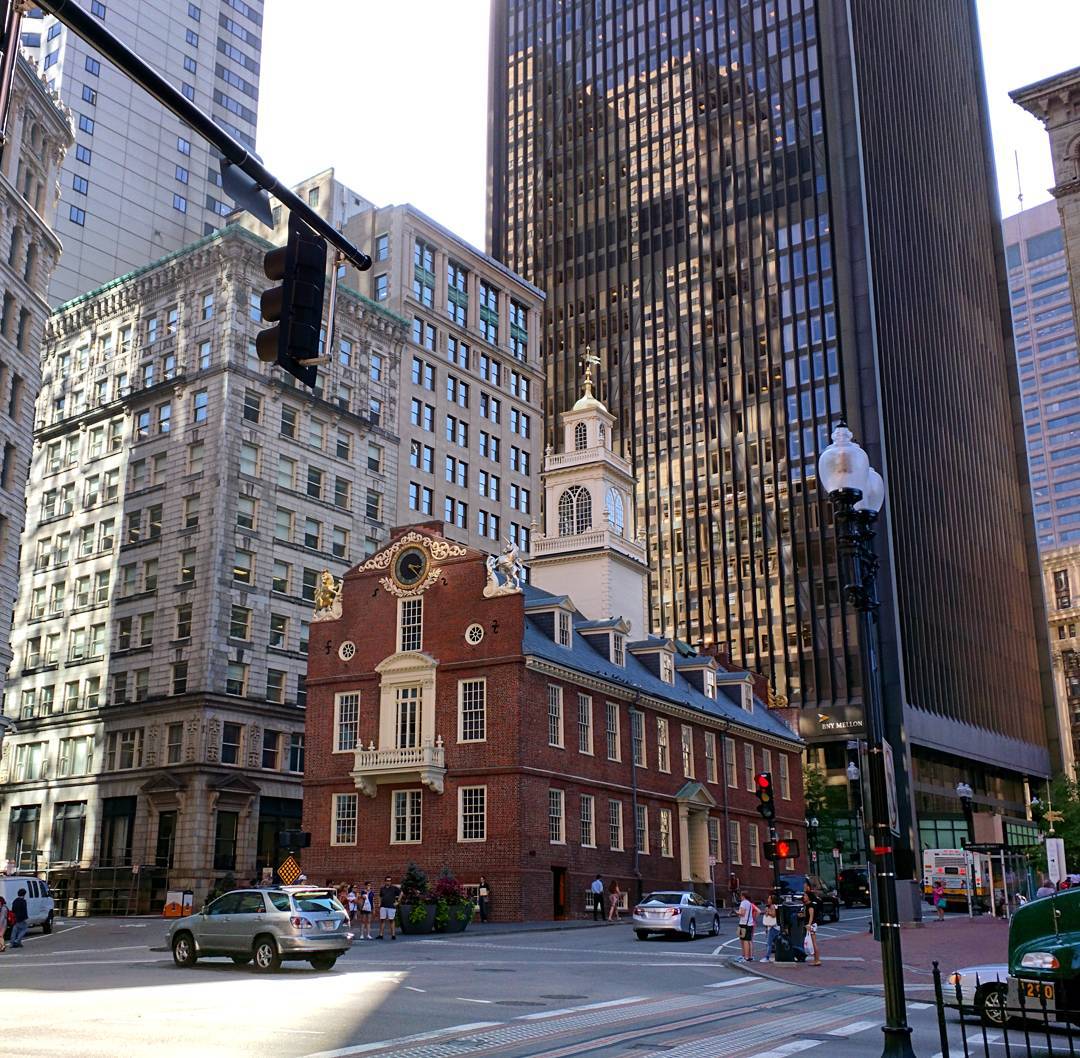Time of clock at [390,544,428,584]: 3:22
